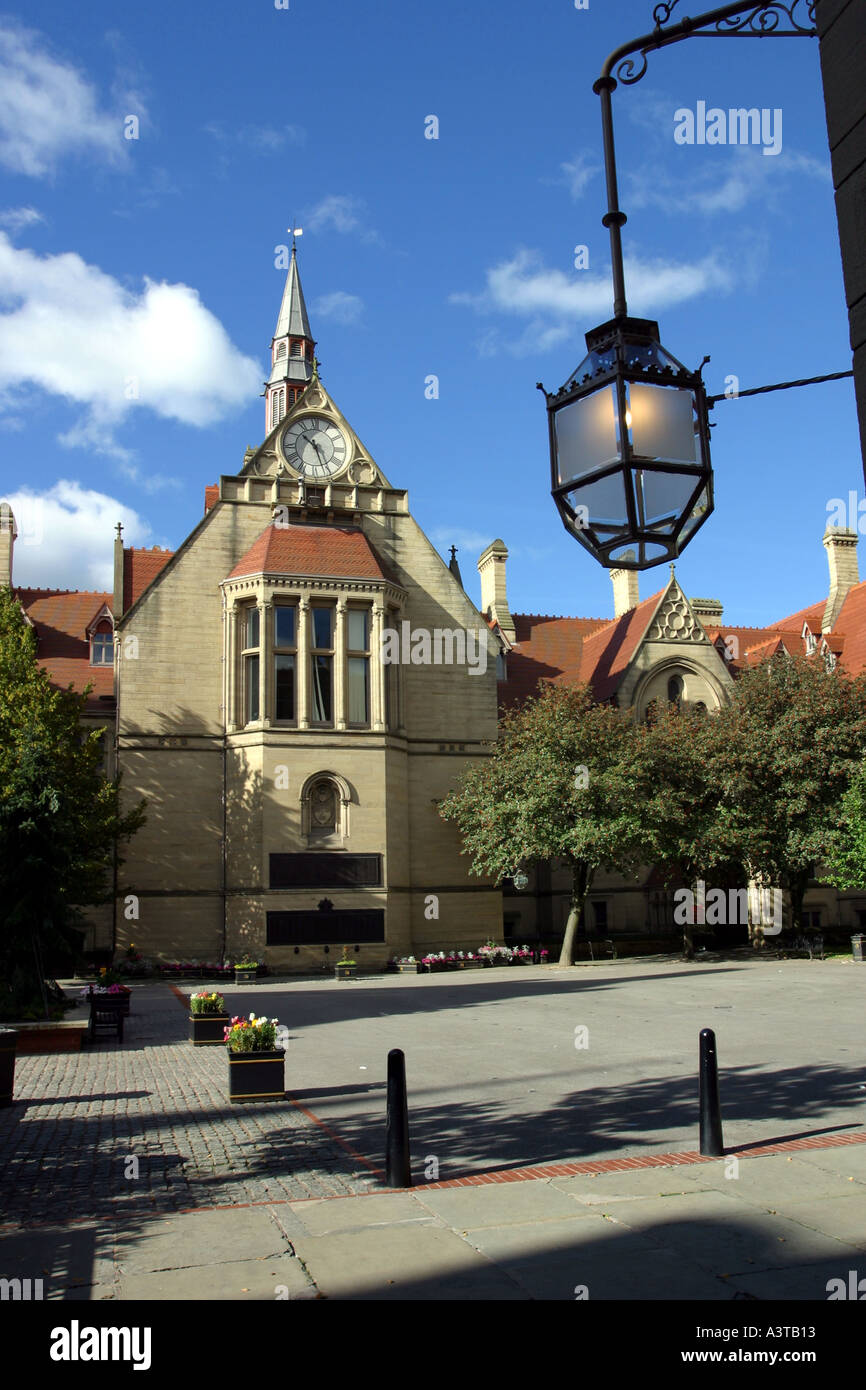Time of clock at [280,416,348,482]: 10:26
